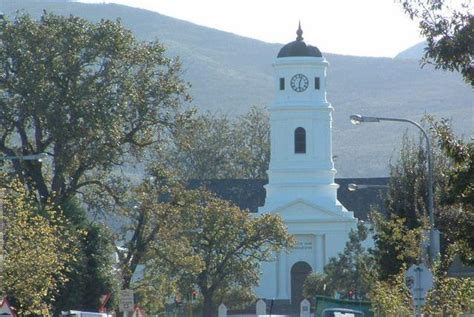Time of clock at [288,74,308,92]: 6:03
